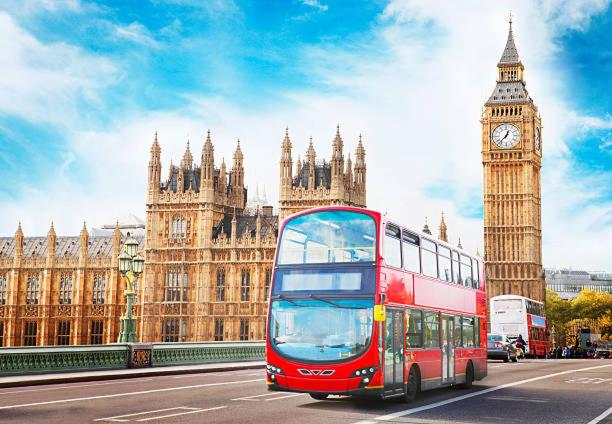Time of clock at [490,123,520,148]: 12:37
